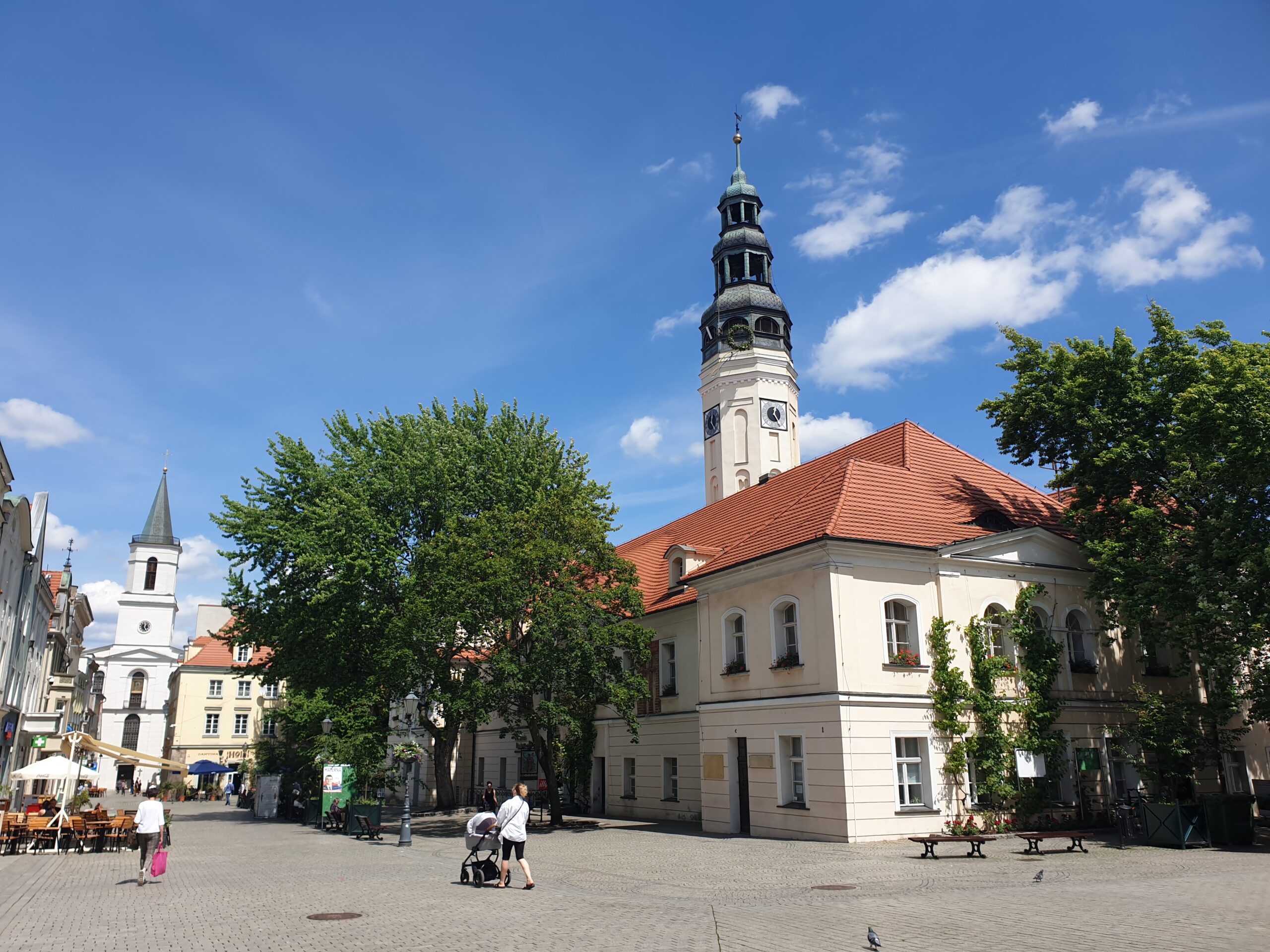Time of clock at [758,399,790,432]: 12:24
